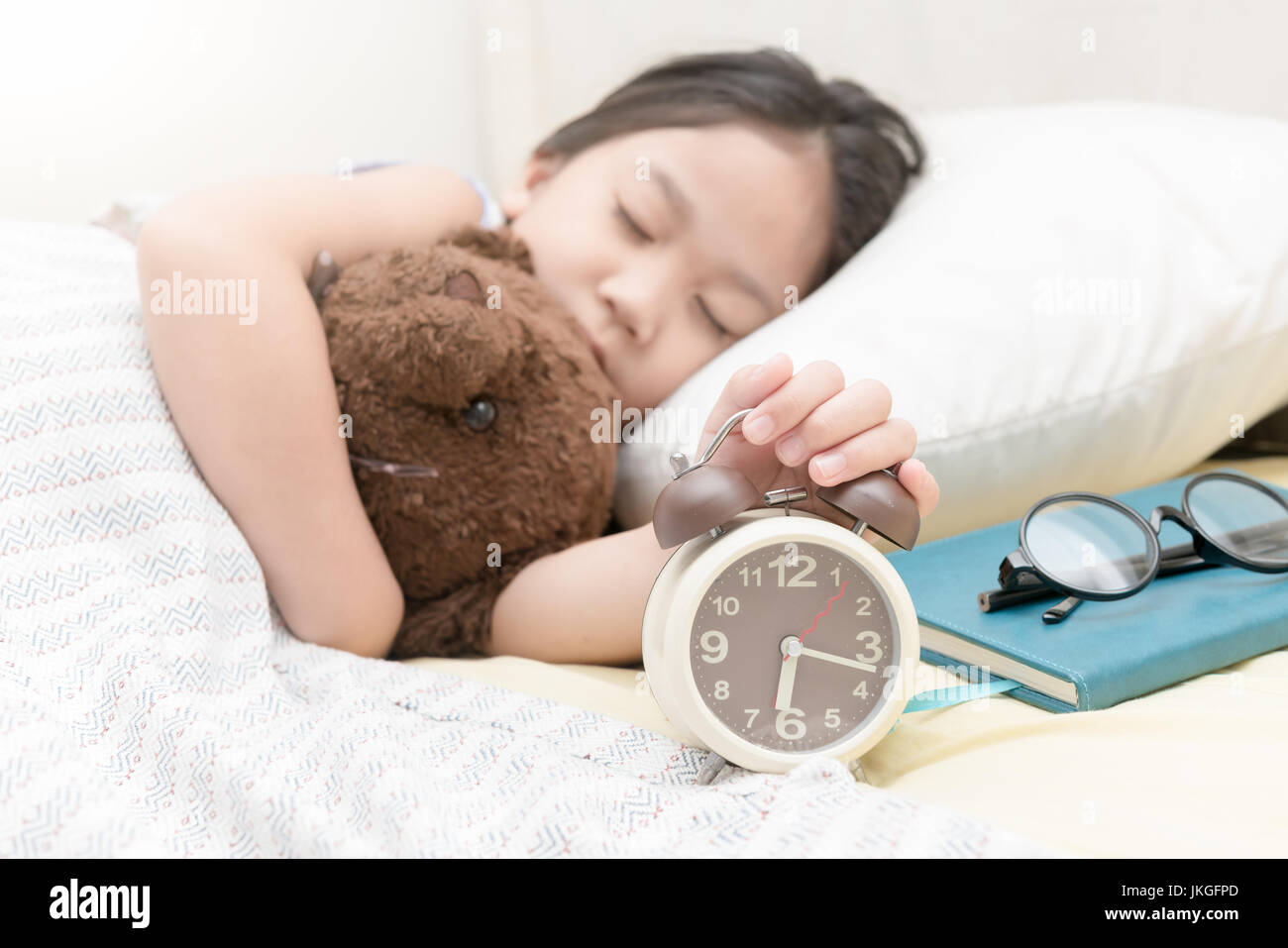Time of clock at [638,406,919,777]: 6:17
